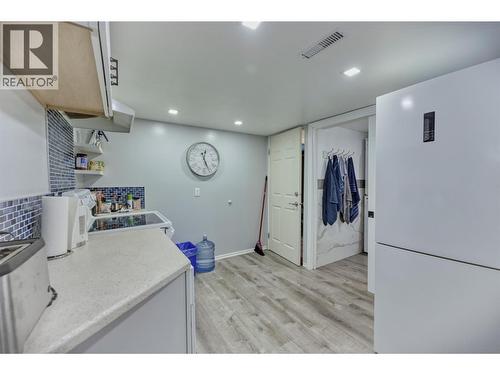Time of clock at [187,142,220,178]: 12:26
